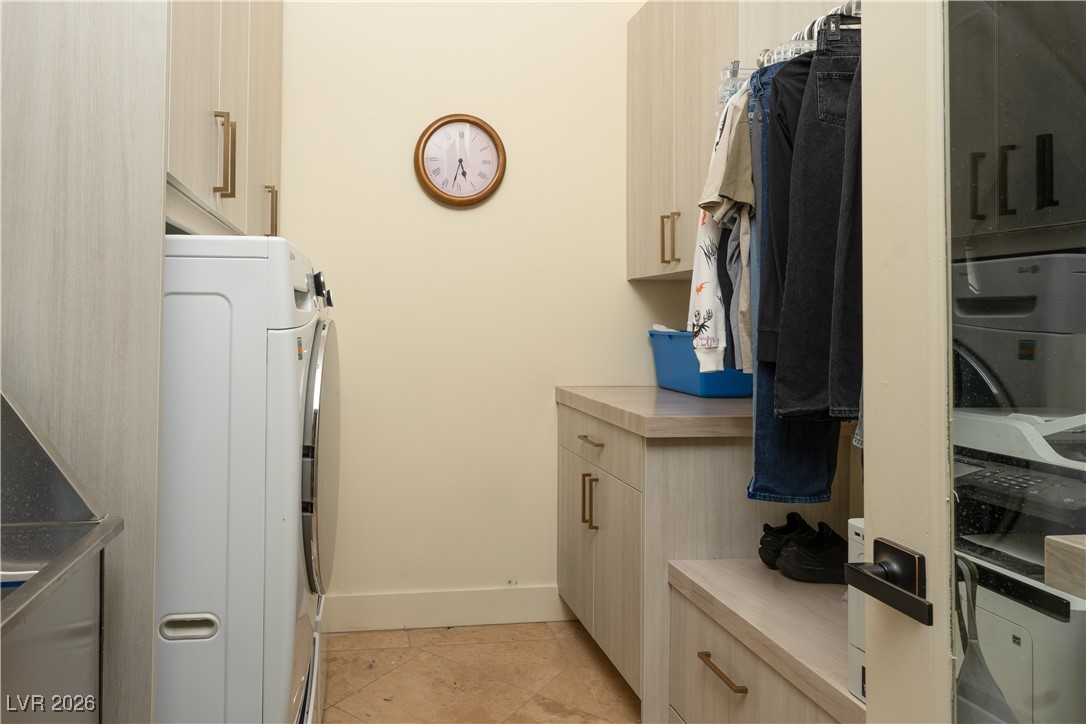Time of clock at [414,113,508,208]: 5:32
